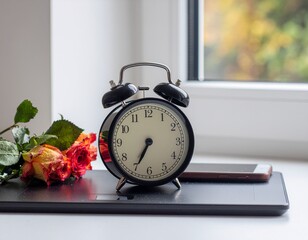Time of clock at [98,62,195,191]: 6:34
